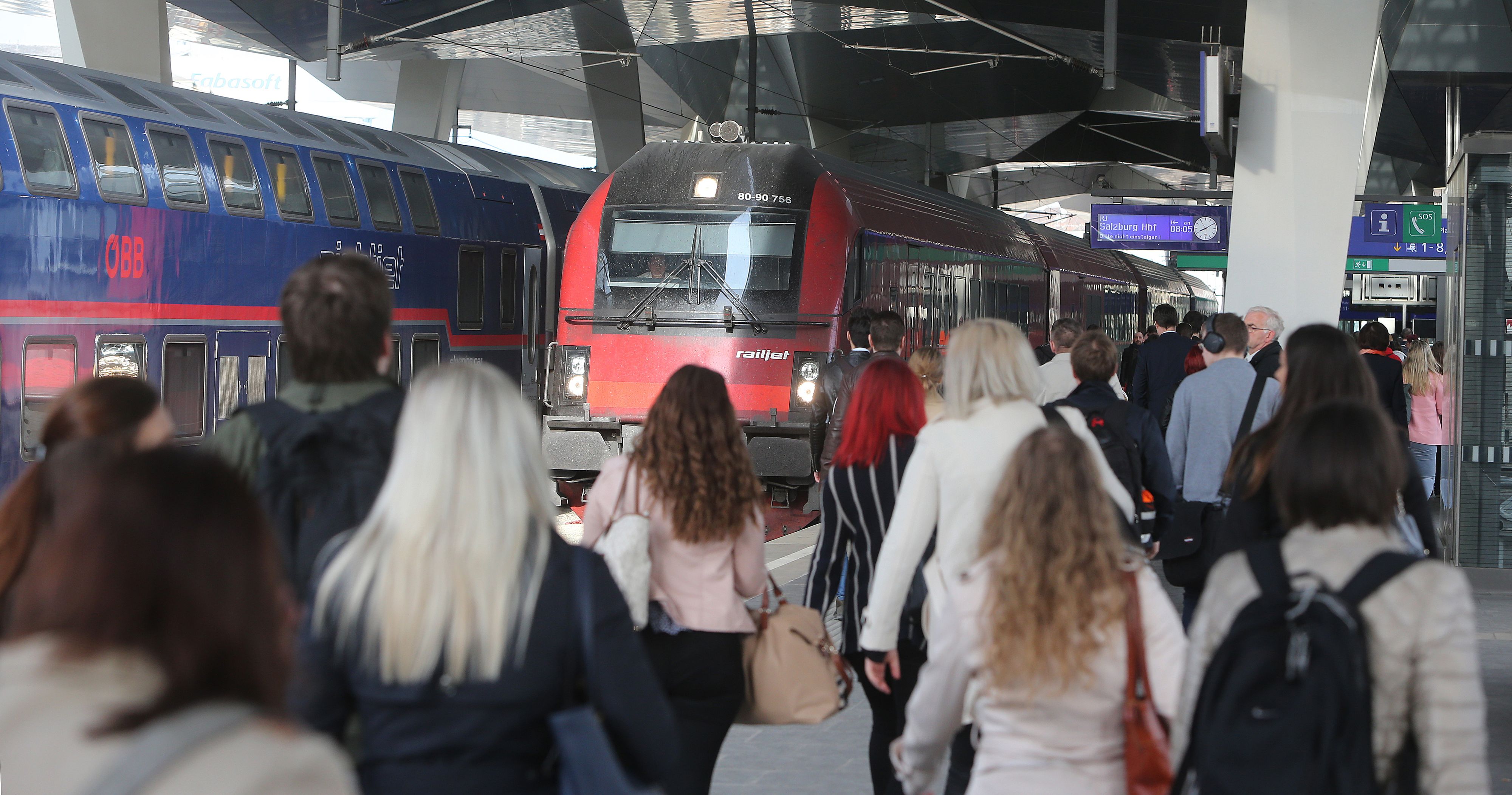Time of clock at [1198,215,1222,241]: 8:09
